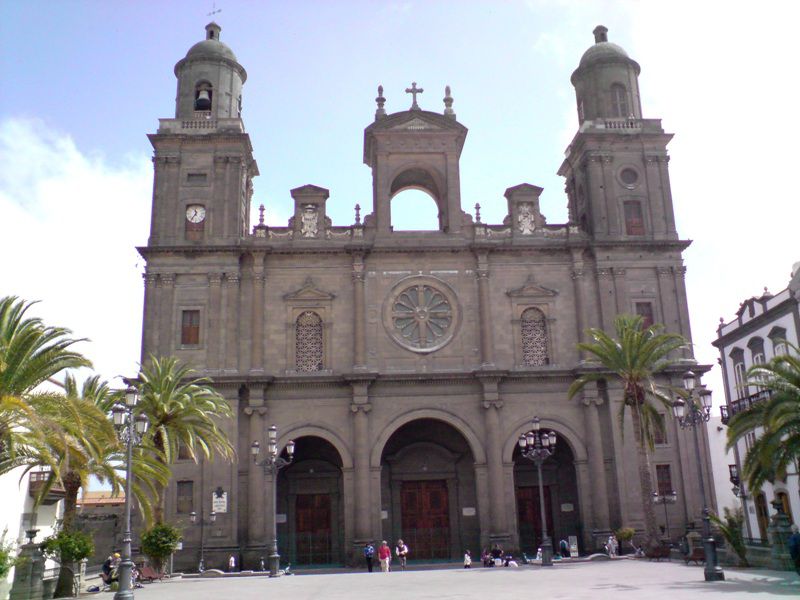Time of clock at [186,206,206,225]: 11:36
